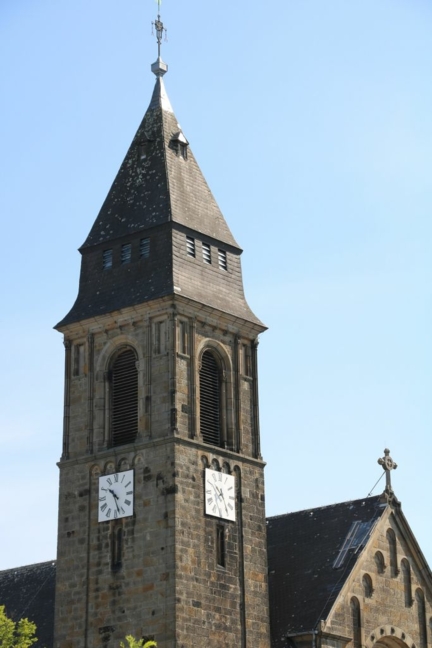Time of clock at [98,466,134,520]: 10:27
